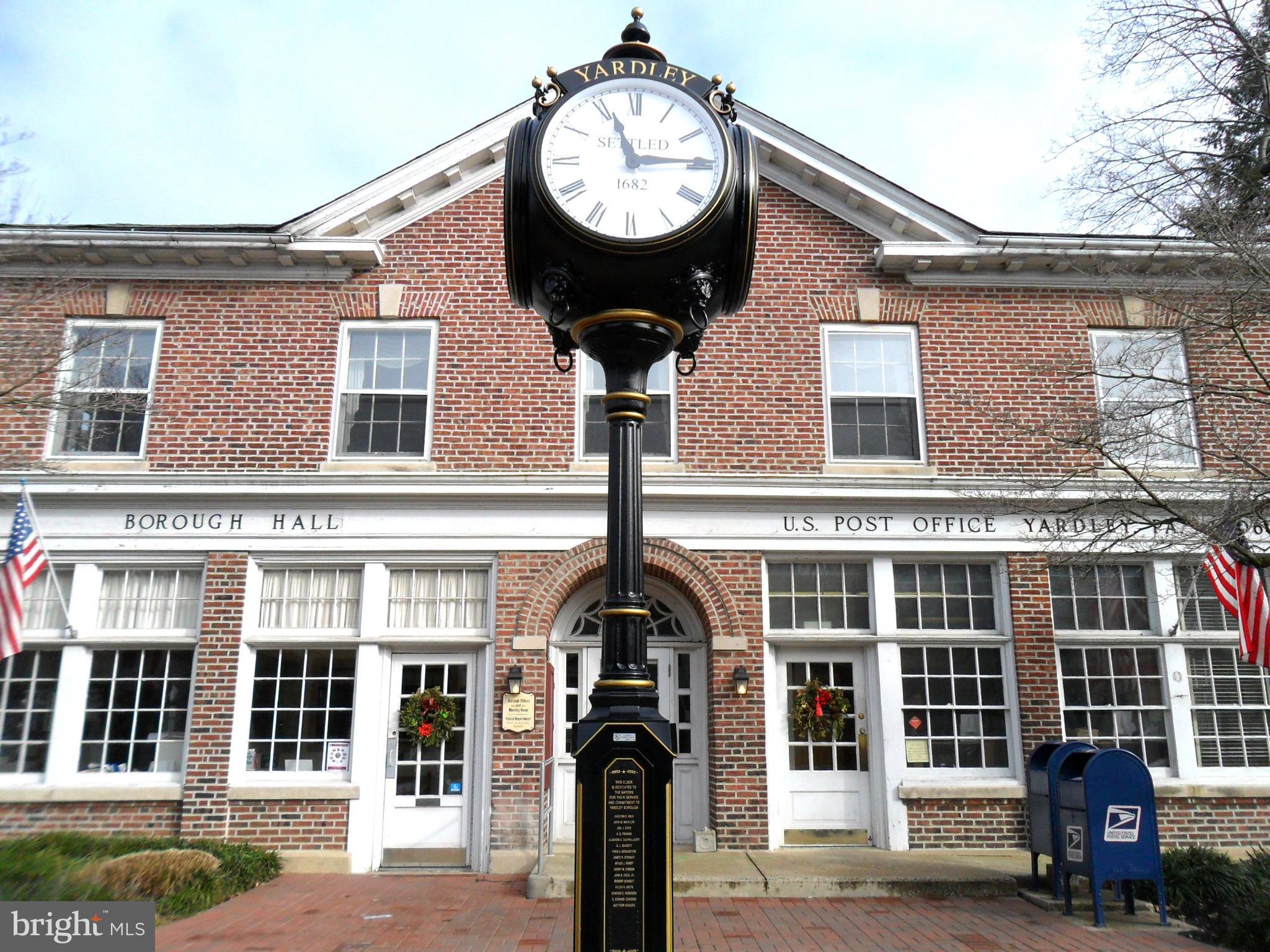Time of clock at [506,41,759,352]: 11:14
